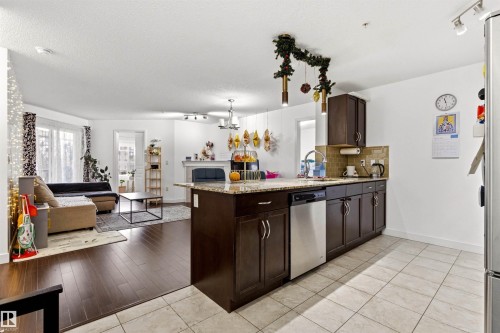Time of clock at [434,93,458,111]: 11:28
